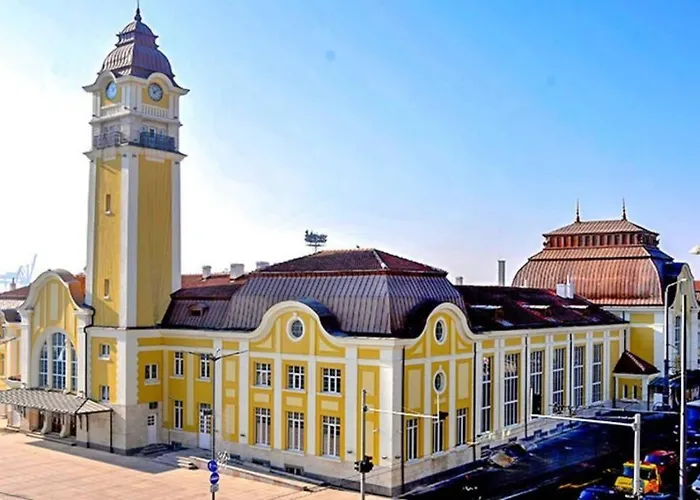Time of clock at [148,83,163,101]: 11:07
